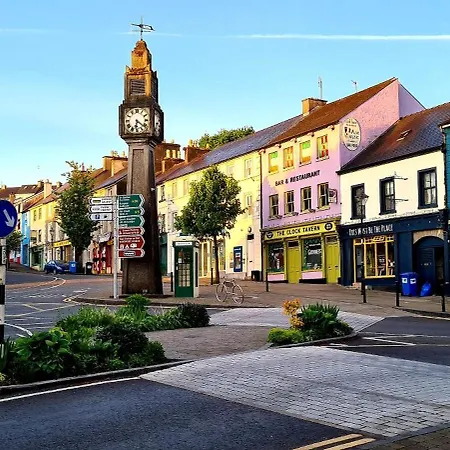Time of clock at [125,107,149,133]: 6:21
